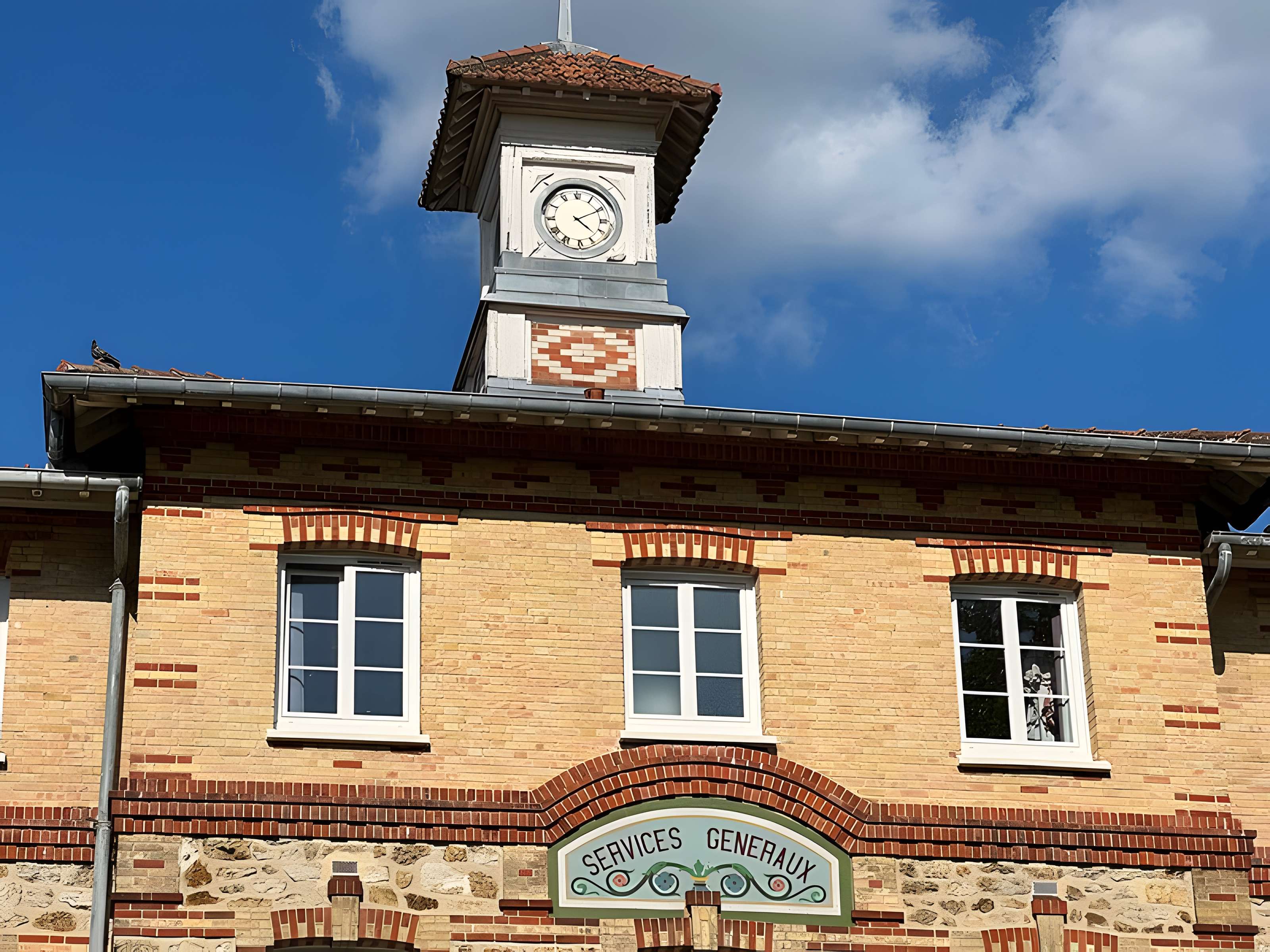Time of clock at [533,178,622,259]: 4:10
